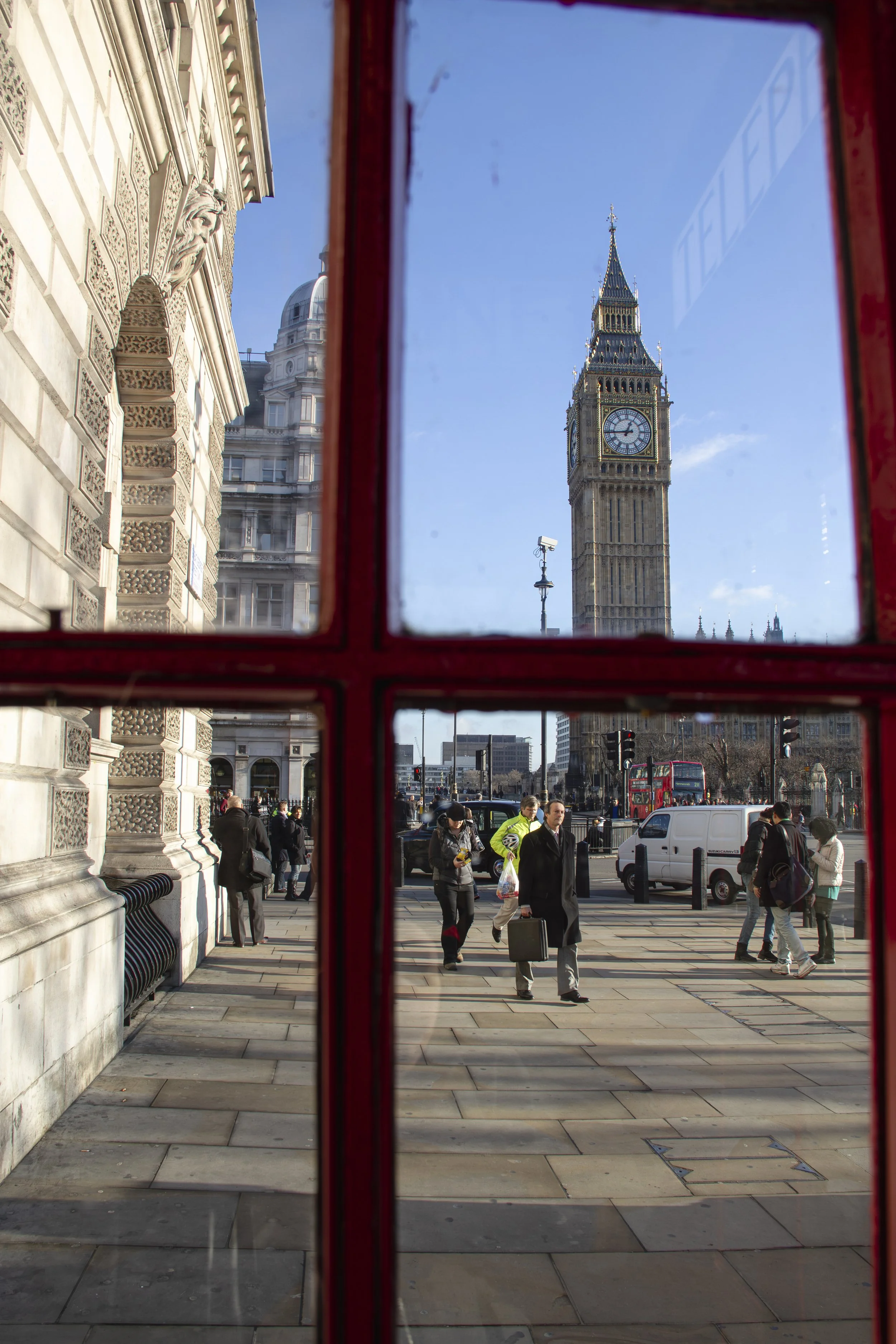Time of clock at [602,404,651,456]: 12:44
